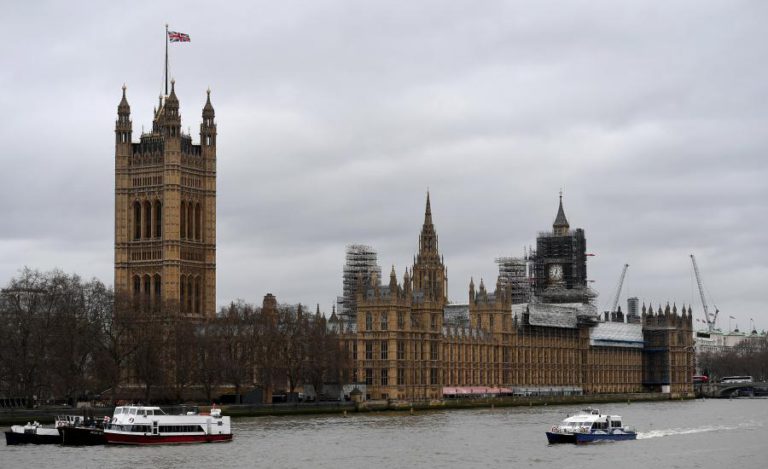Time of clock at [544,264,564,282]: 12:33
